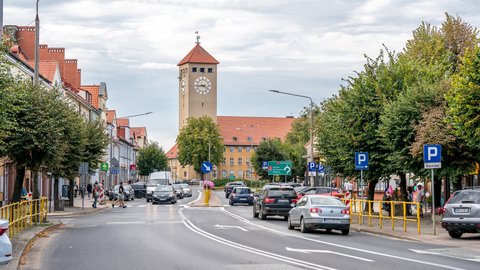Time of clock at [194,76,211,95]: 3:43
